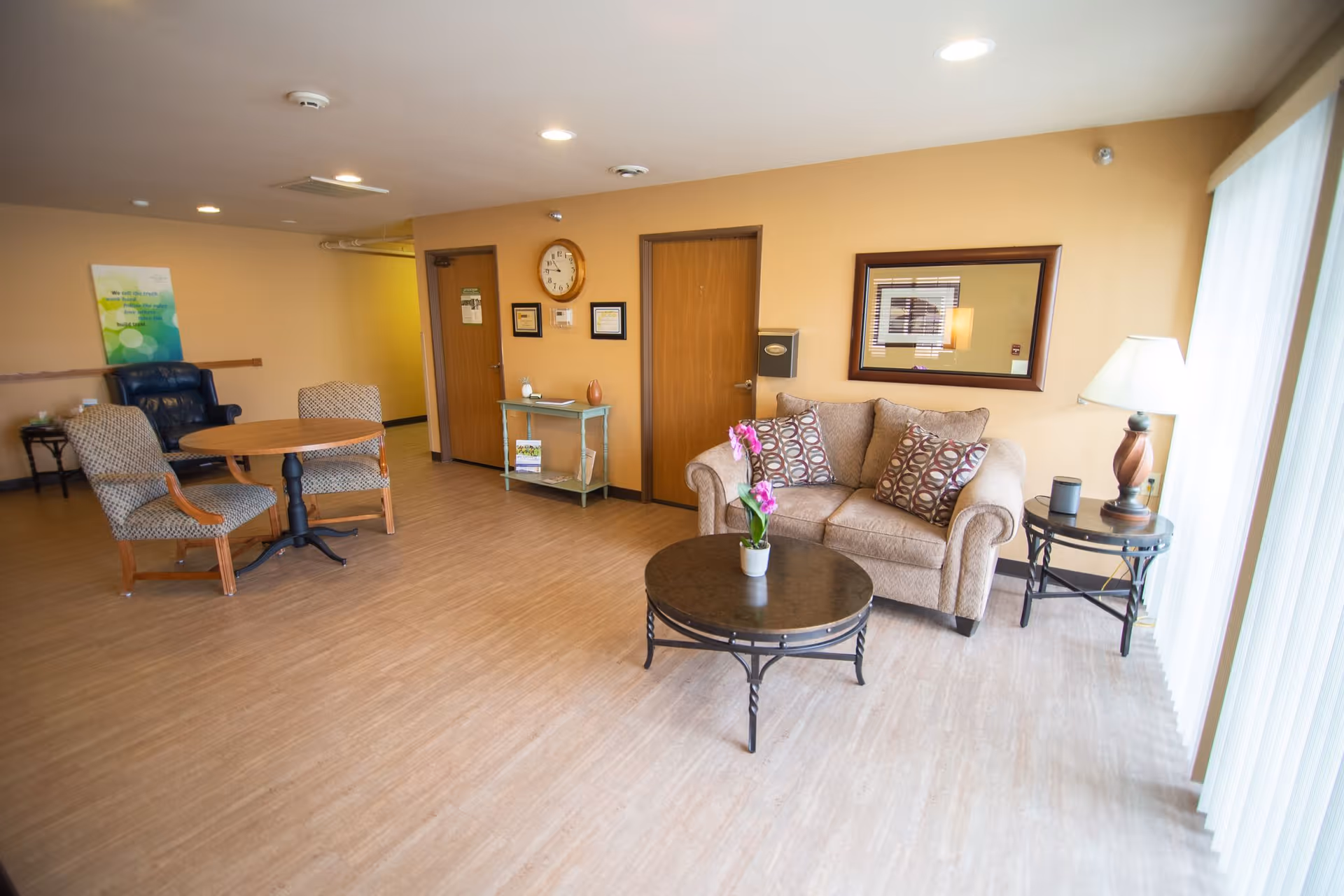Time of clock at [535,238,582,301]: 10:46
